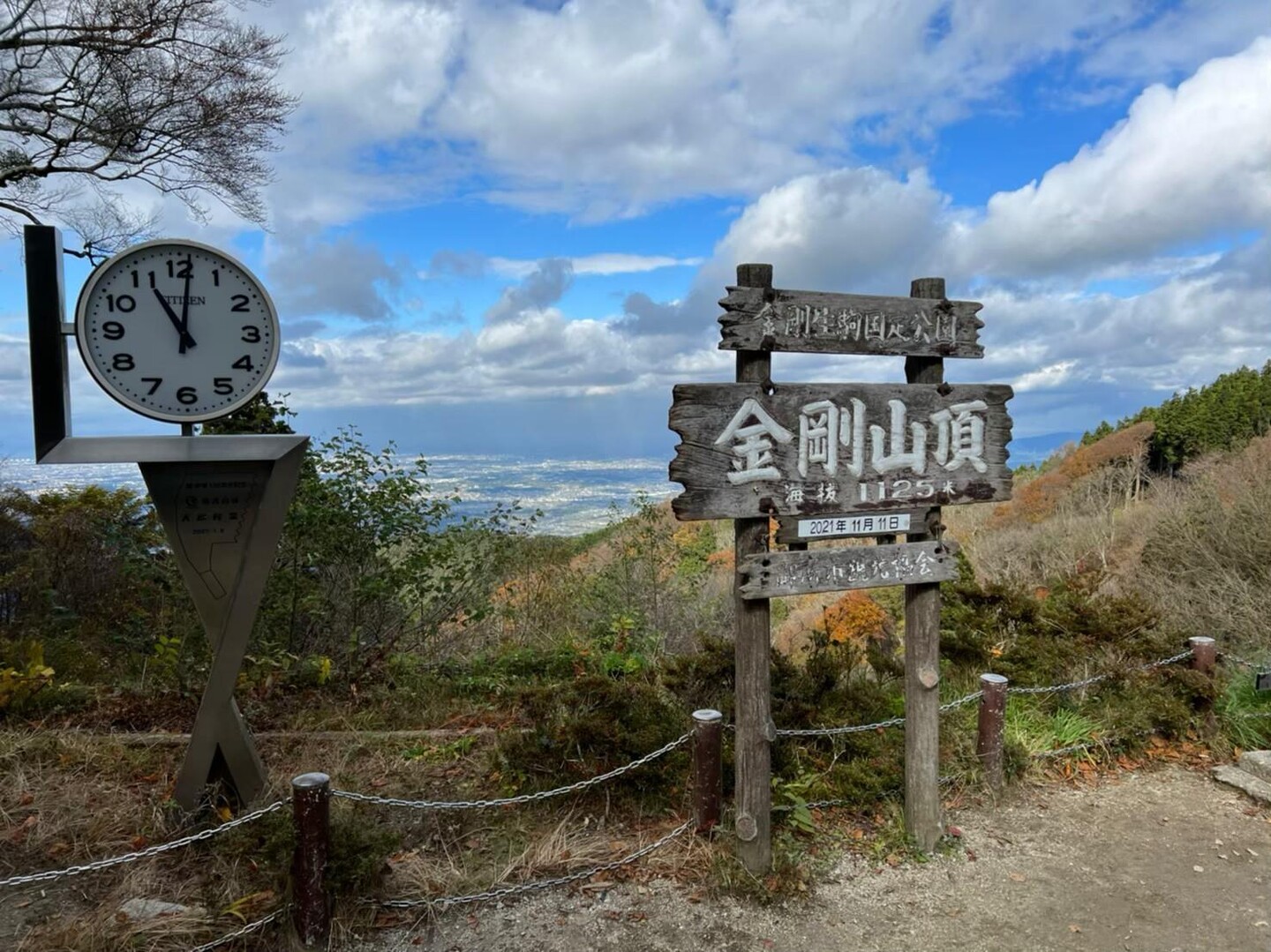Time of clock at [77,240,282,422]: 11:01
